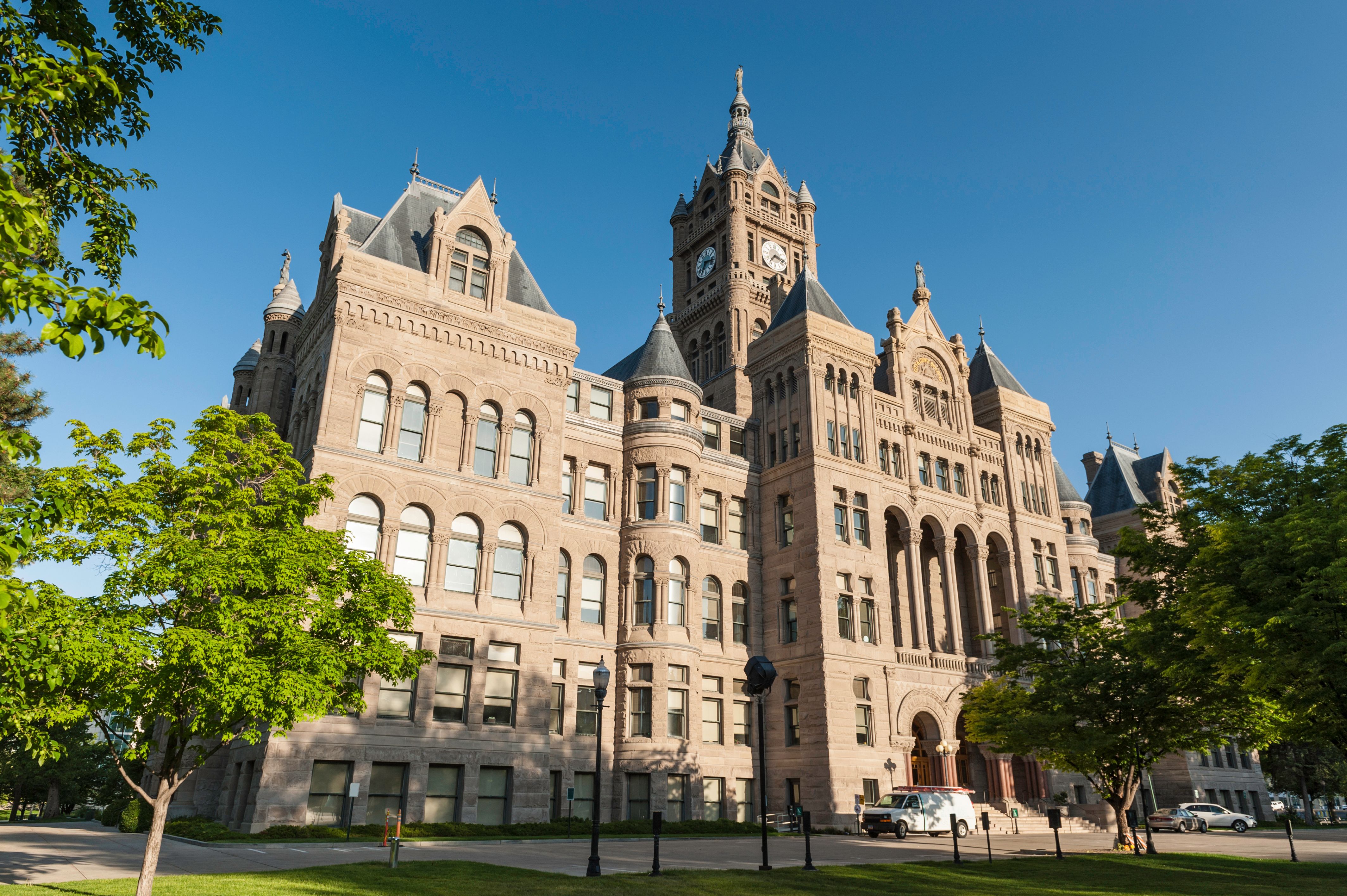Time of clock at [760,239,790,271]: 7:17
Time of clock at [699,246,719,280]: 7:17
